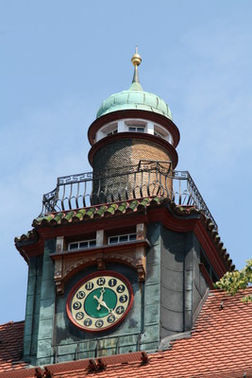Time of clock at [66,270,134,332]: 12:23
